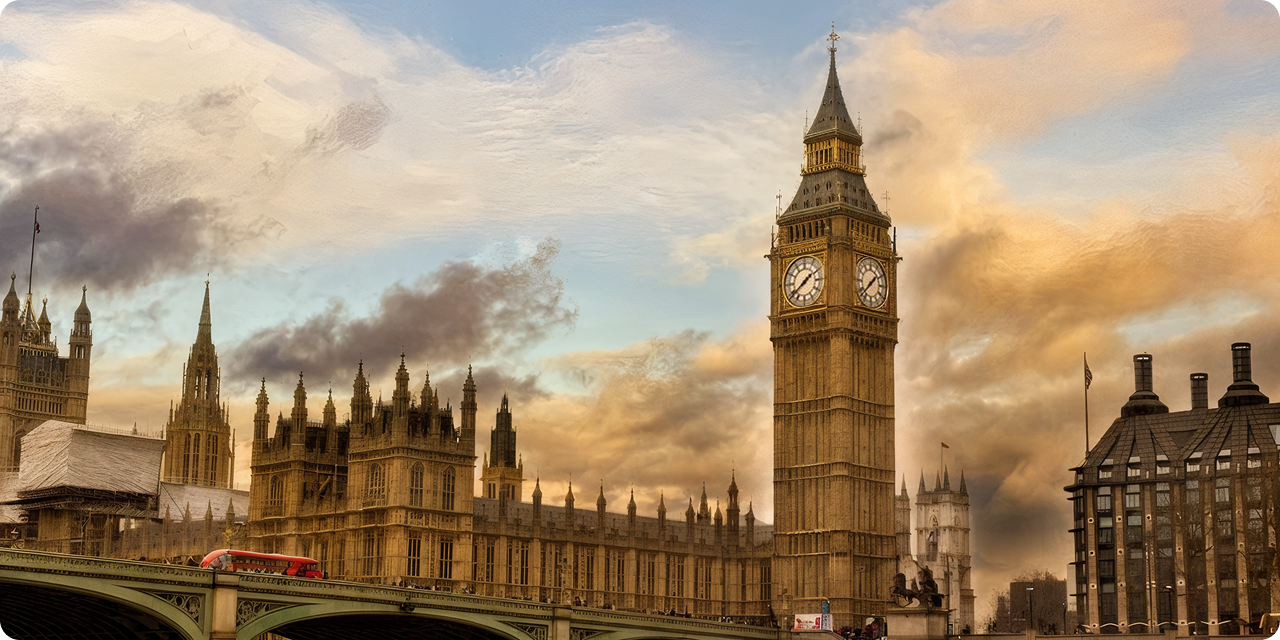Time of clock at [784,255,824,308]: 1:38
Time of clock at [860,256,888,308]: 1:37
